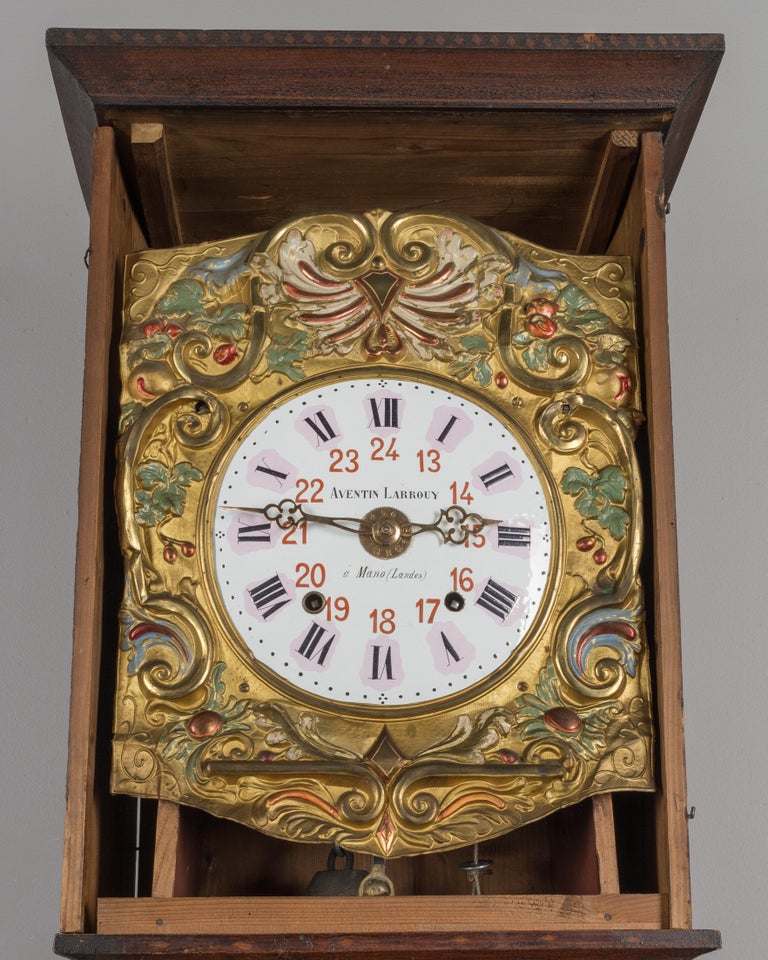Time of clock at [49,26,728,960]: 2:46
